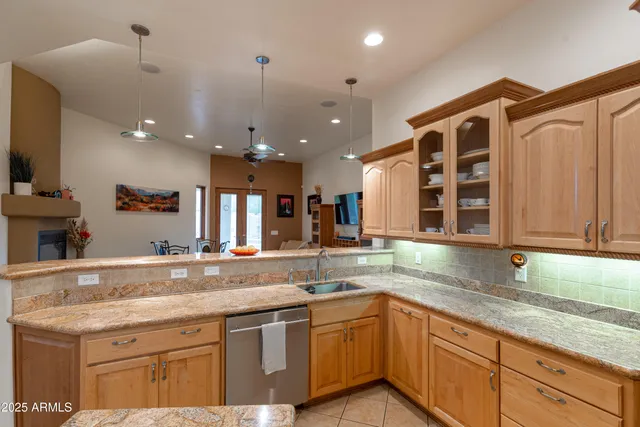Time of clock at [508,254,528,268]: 12:52
